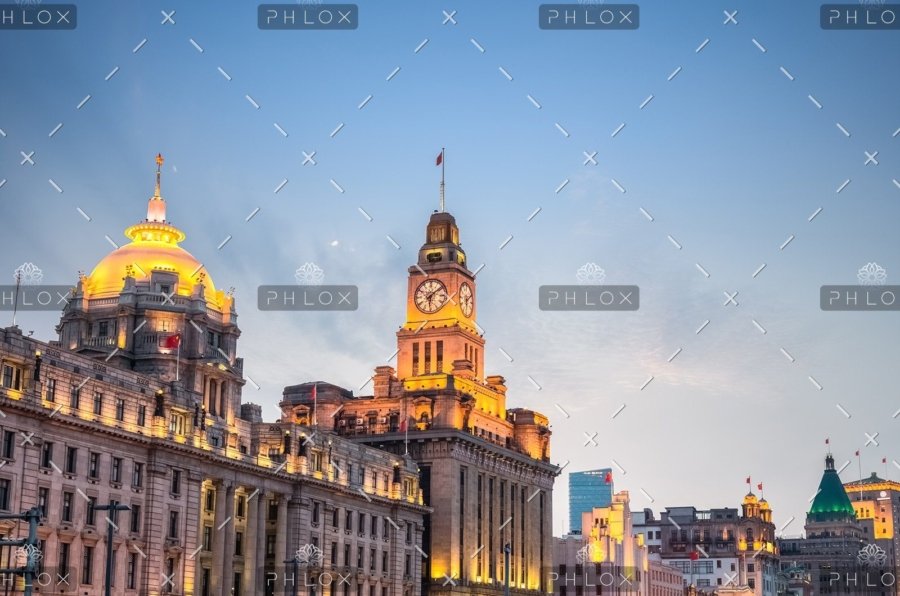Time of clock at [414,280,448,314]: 6:08
